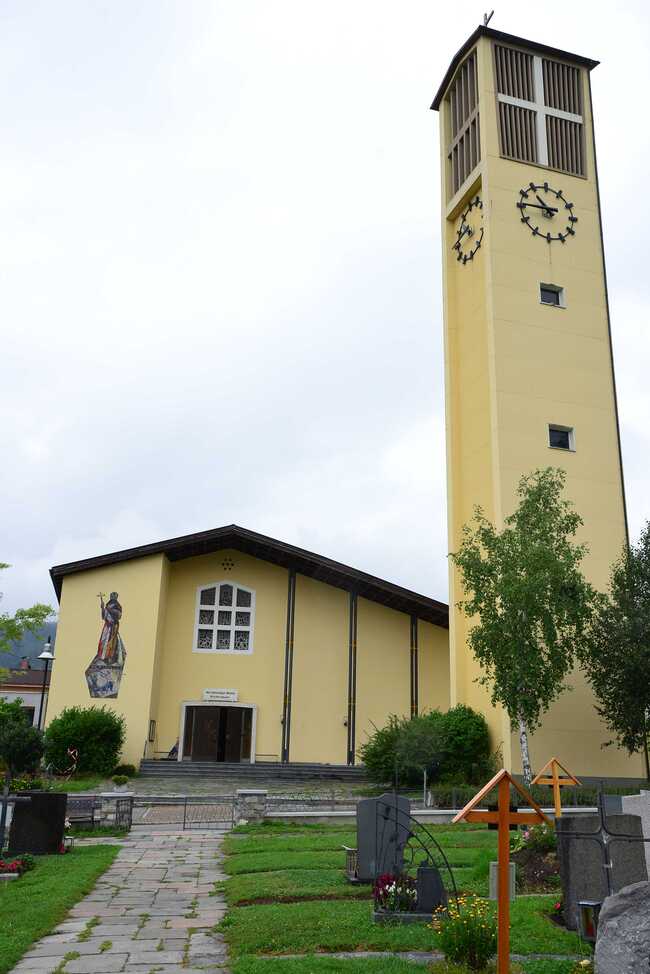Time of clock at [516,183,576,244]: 10:45
